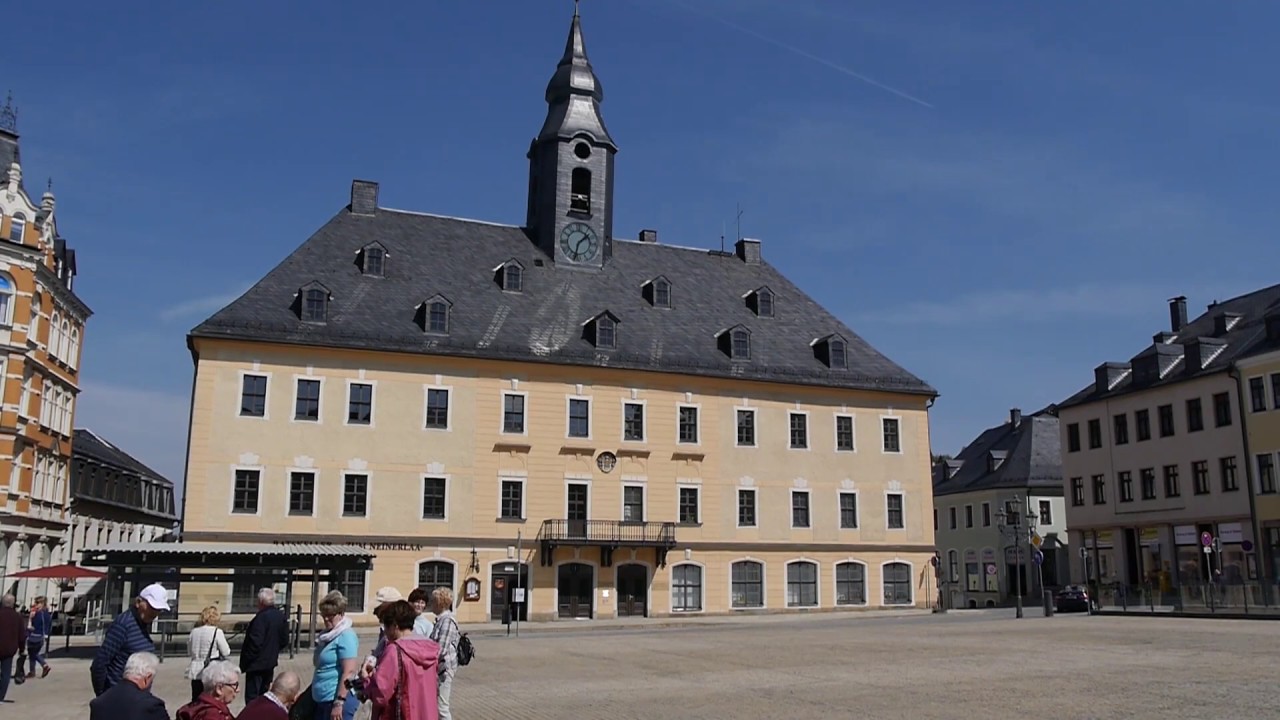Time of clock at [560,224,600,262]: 1:32
